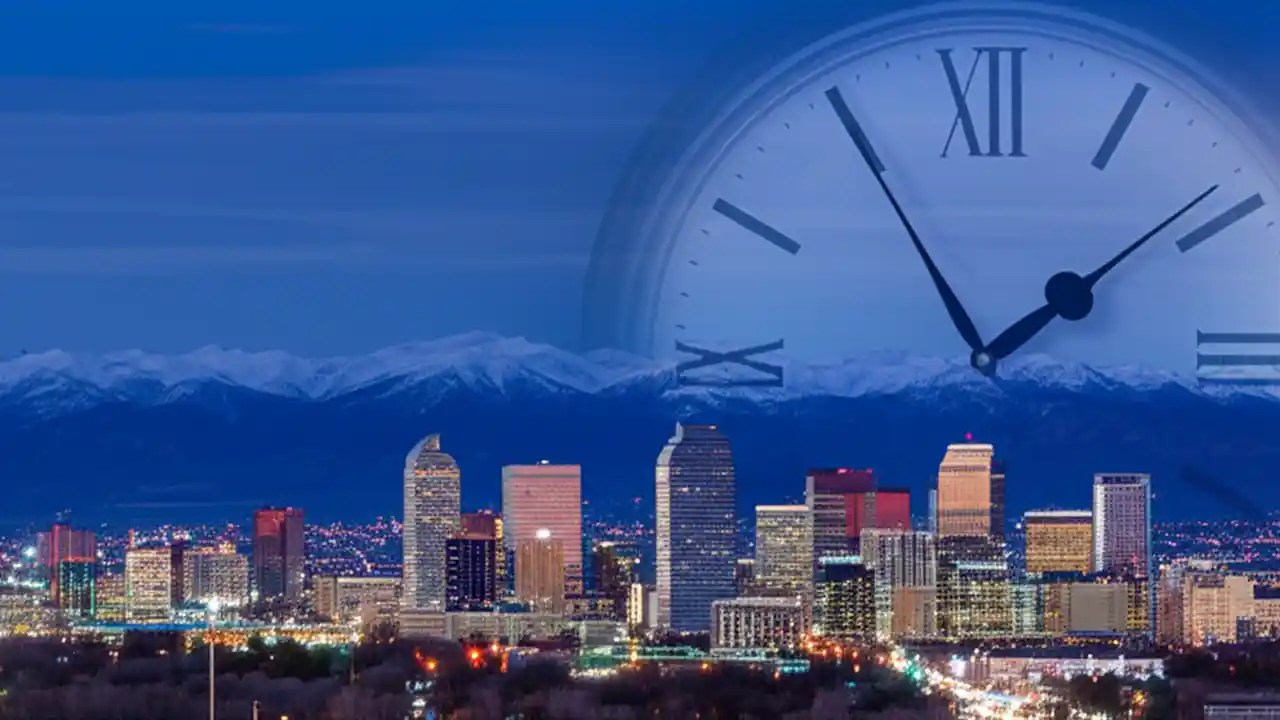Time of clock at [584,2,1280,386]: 1:55
